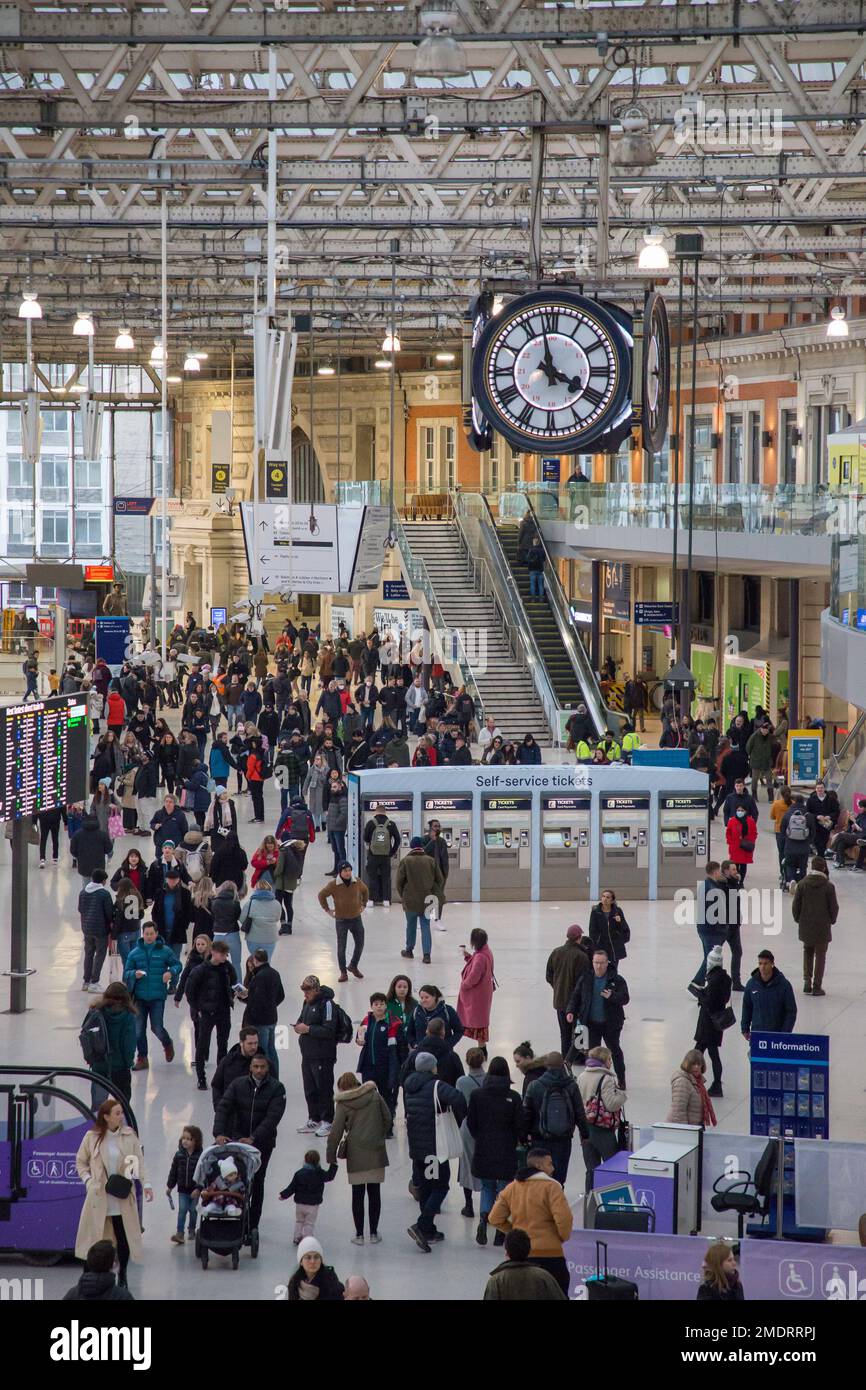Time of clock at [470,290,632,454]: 3:58
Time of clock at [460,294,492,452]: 3:58
